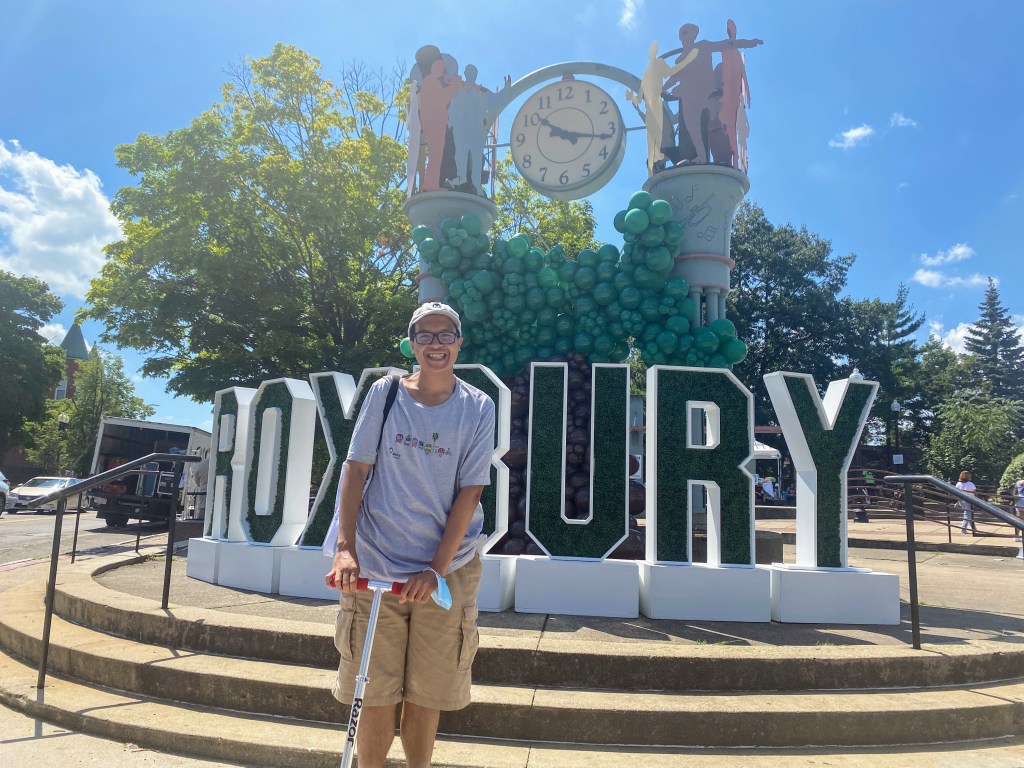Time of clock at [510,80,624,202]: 10:16
